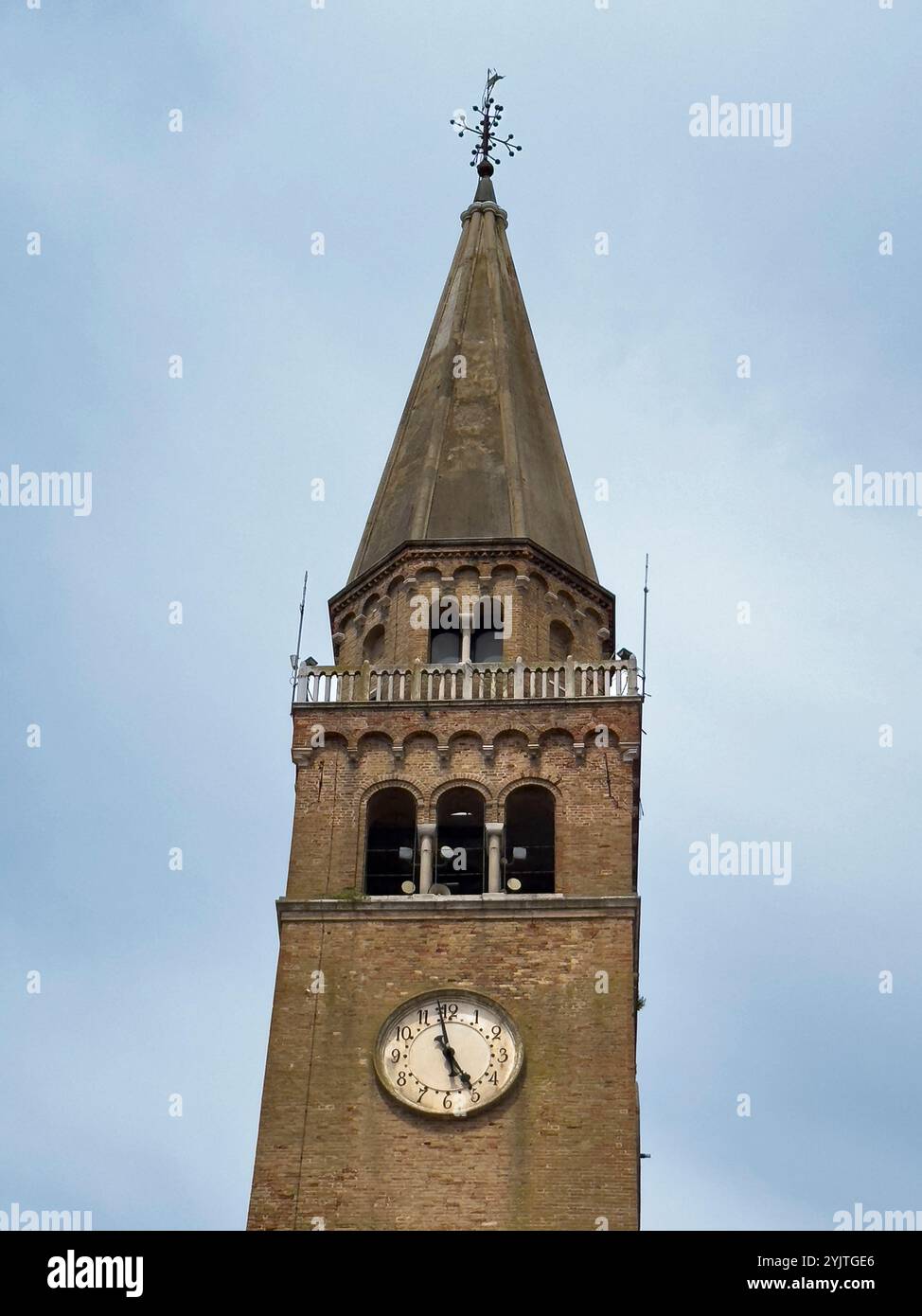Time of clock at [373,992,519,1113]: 4:58
